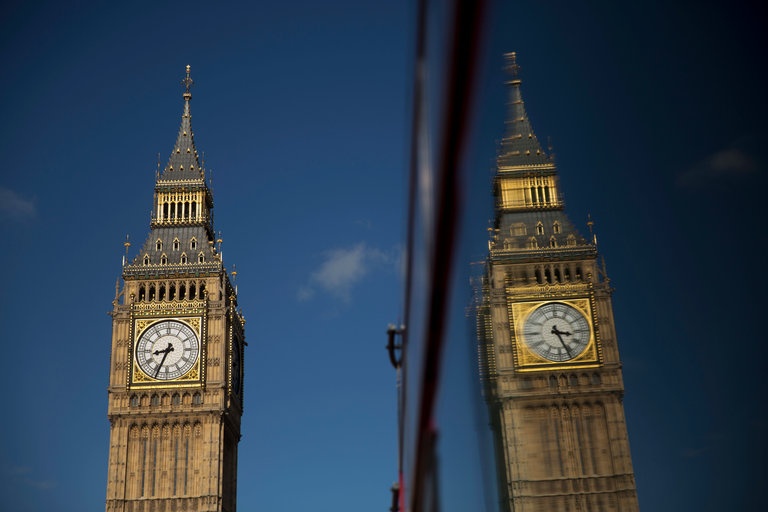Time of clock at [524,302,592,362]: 3:26
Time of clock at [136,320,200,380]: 8:34
